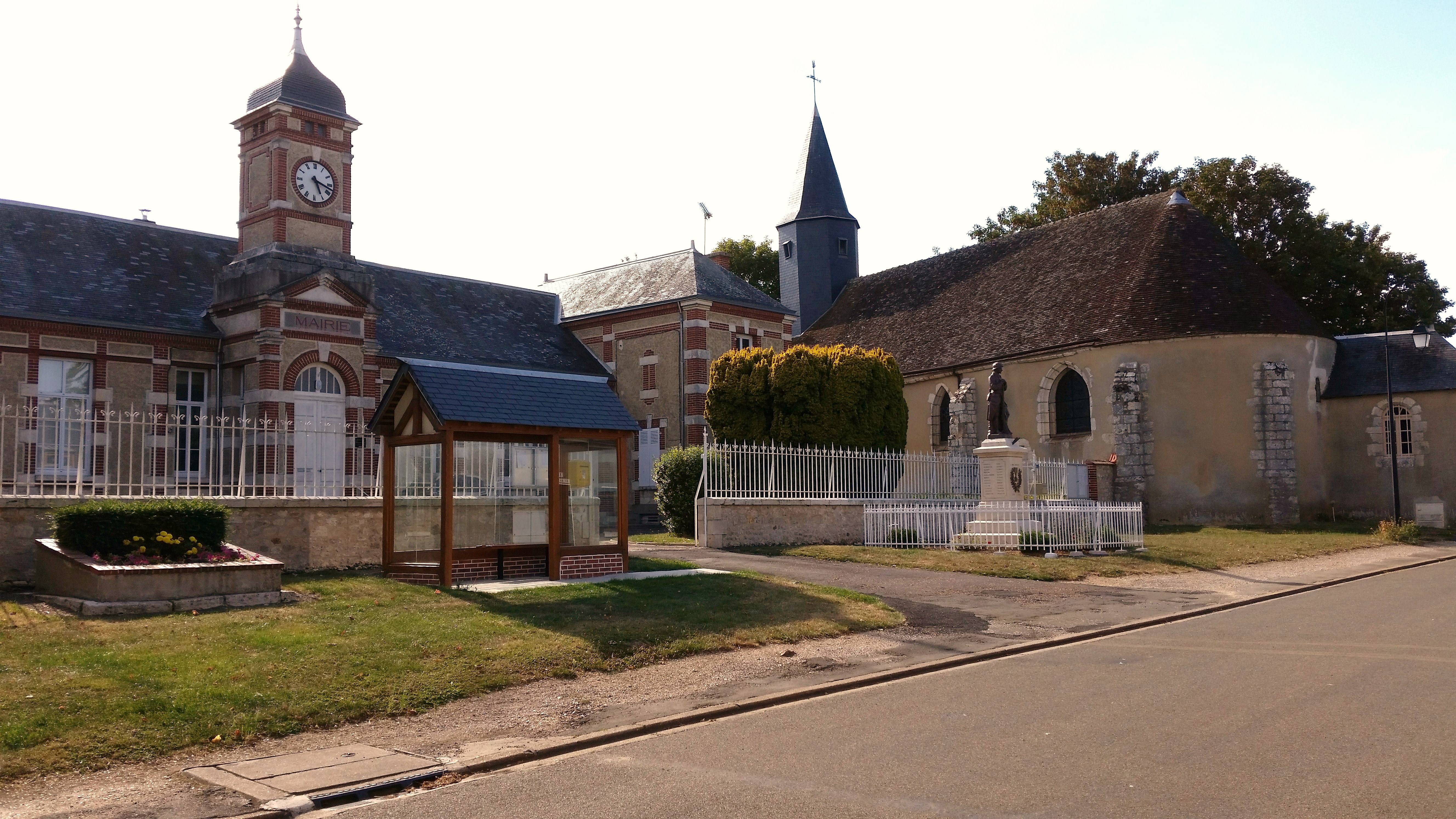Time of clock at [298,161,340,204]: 5:17
